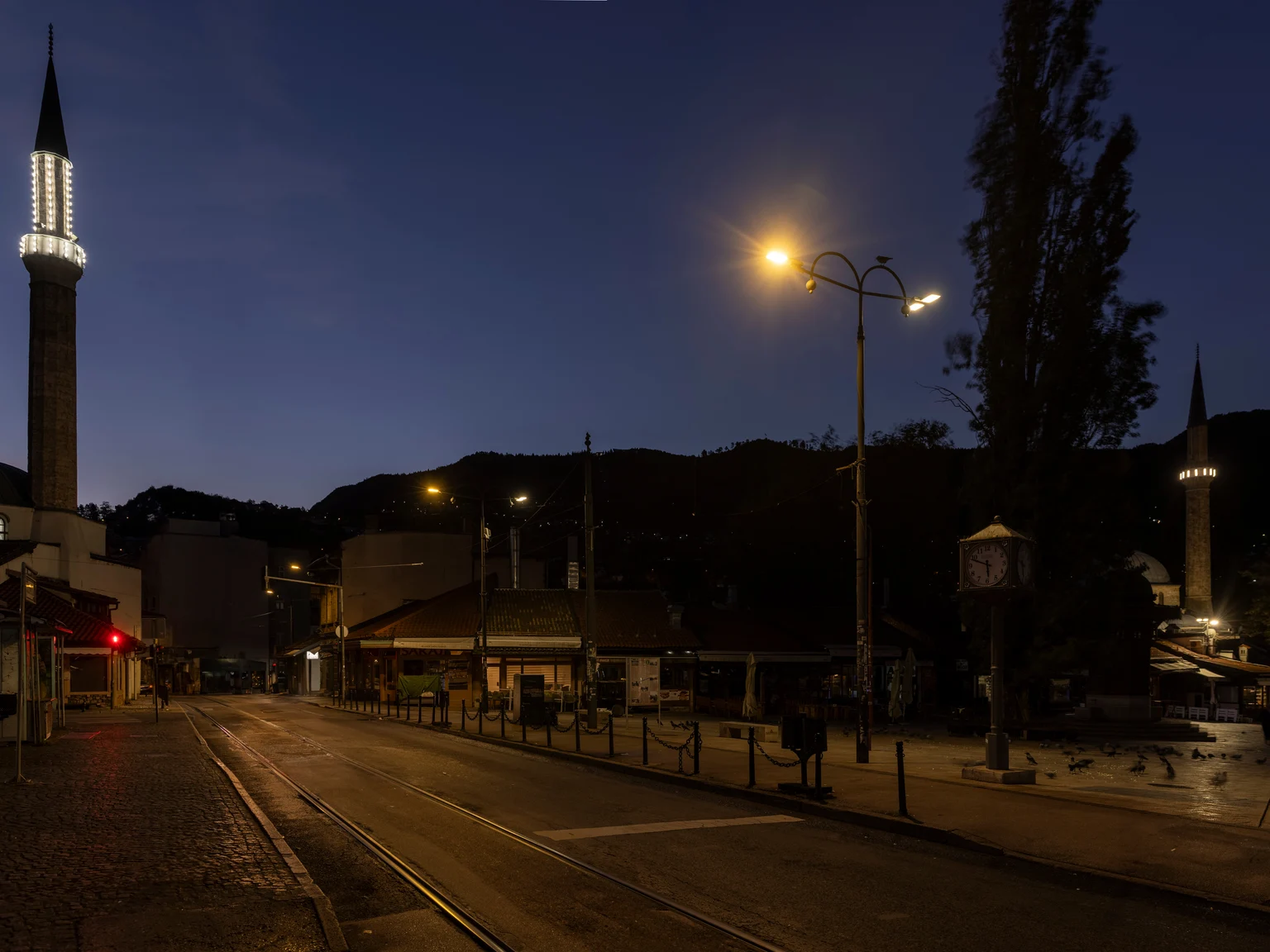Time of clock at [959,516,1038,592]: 5:49
